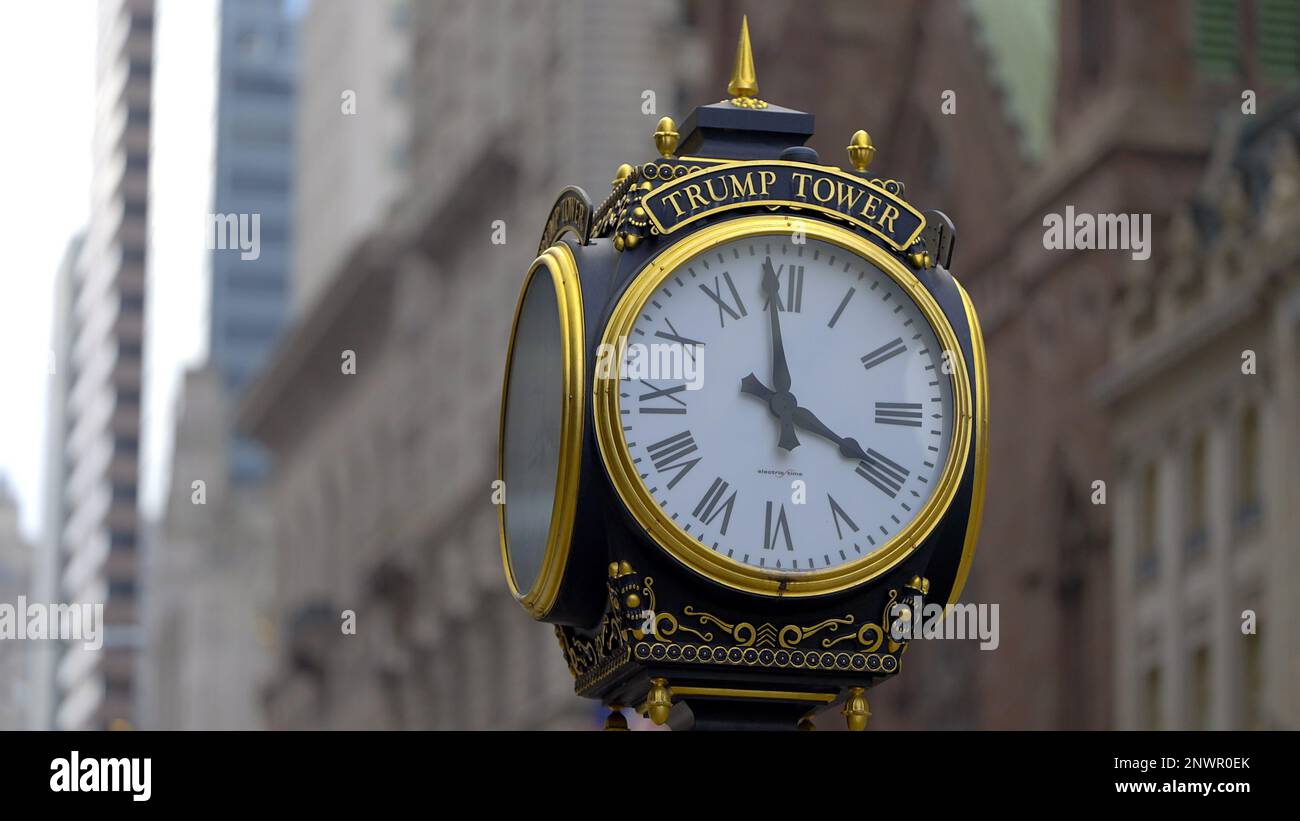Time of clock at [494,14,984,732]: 3:59
